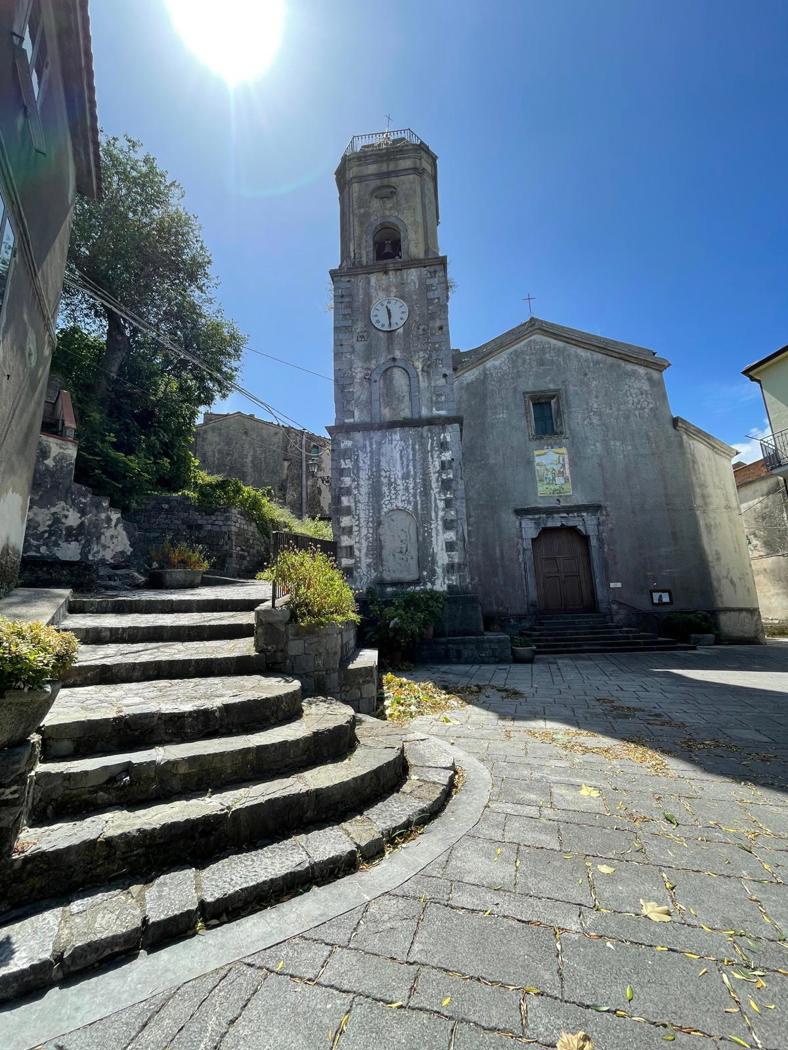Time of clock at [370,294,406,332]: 11:29
